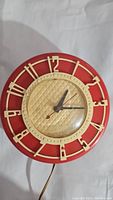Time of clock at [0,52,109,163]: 1:15
